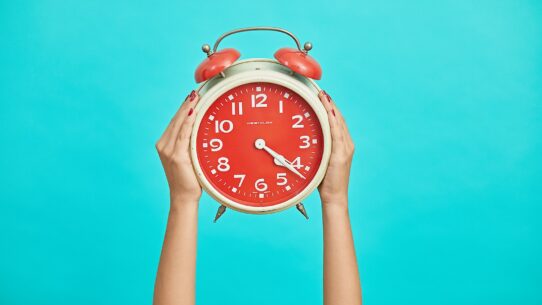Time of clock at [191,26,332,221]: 4:21
